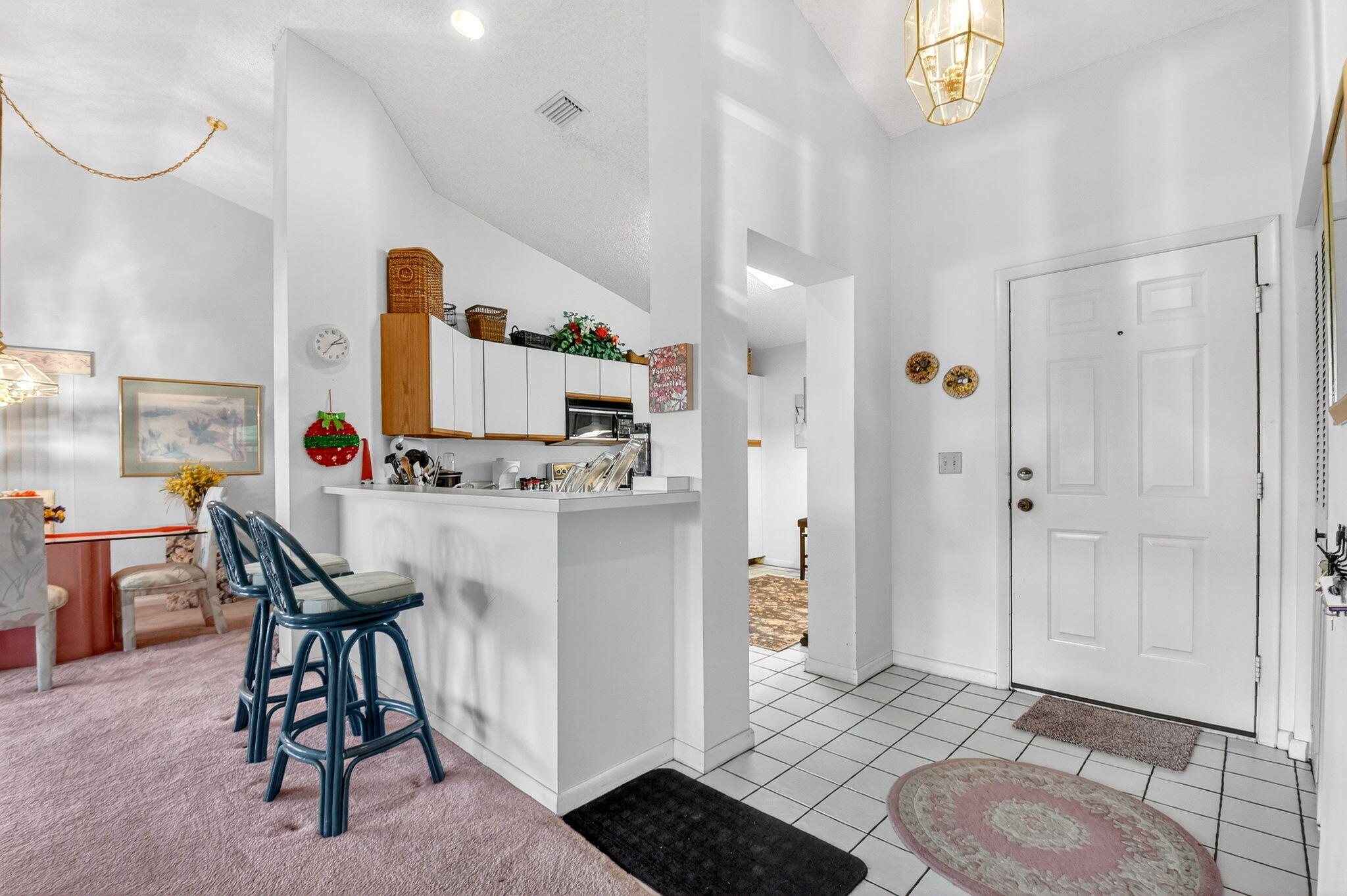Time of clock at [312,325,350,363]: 2:07
